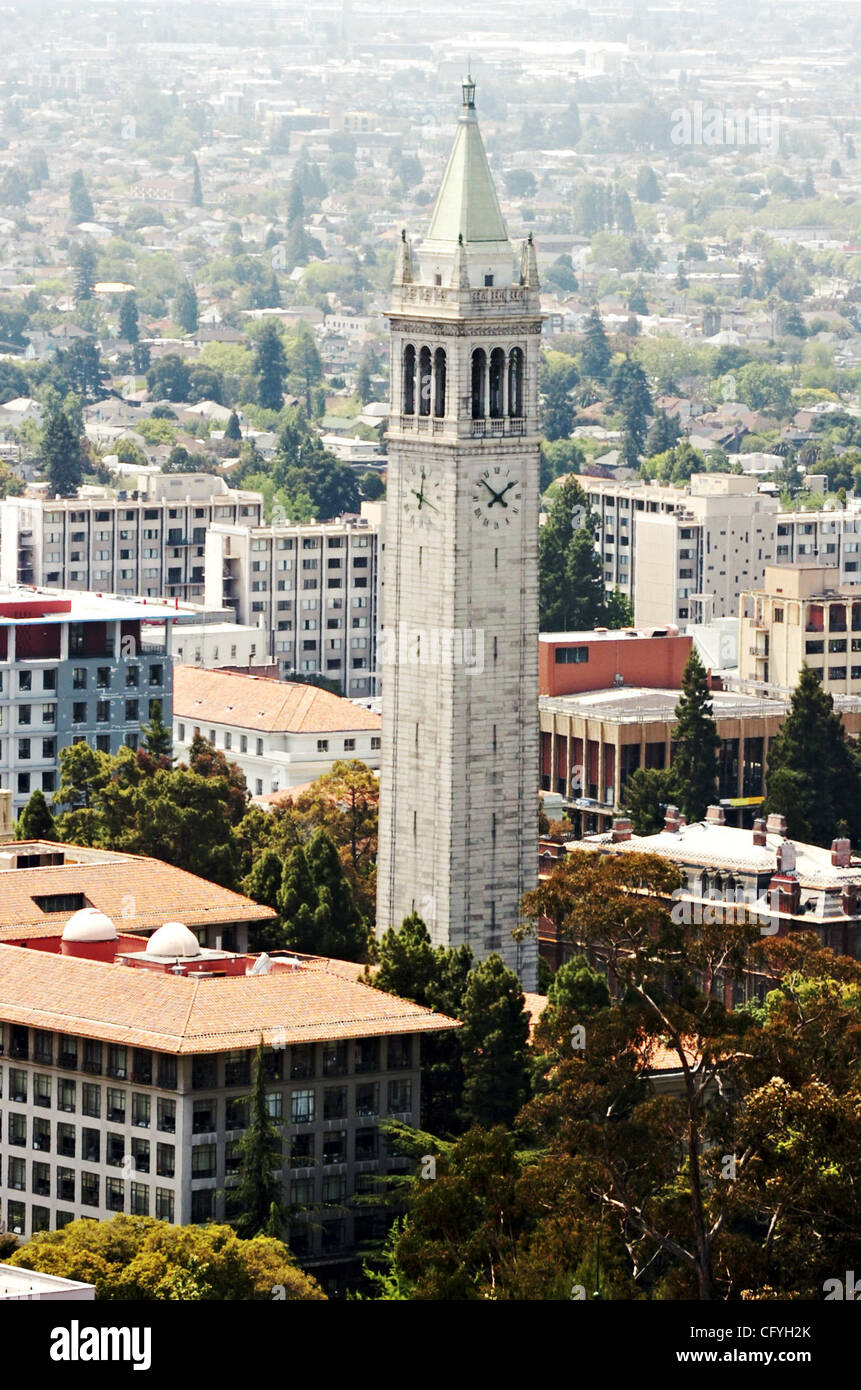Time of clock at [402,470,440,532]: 12:19
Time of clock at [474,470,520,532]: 1:52
